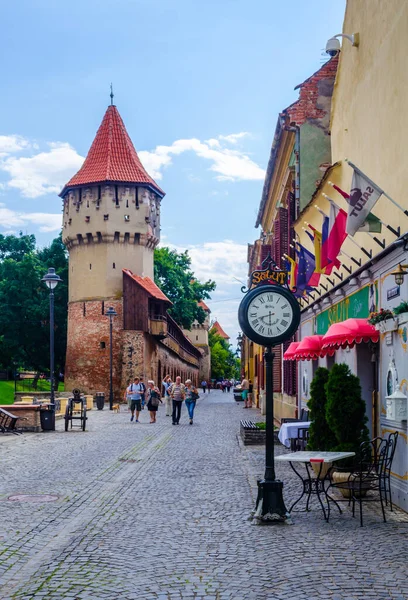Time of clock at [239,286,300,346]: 5:41
